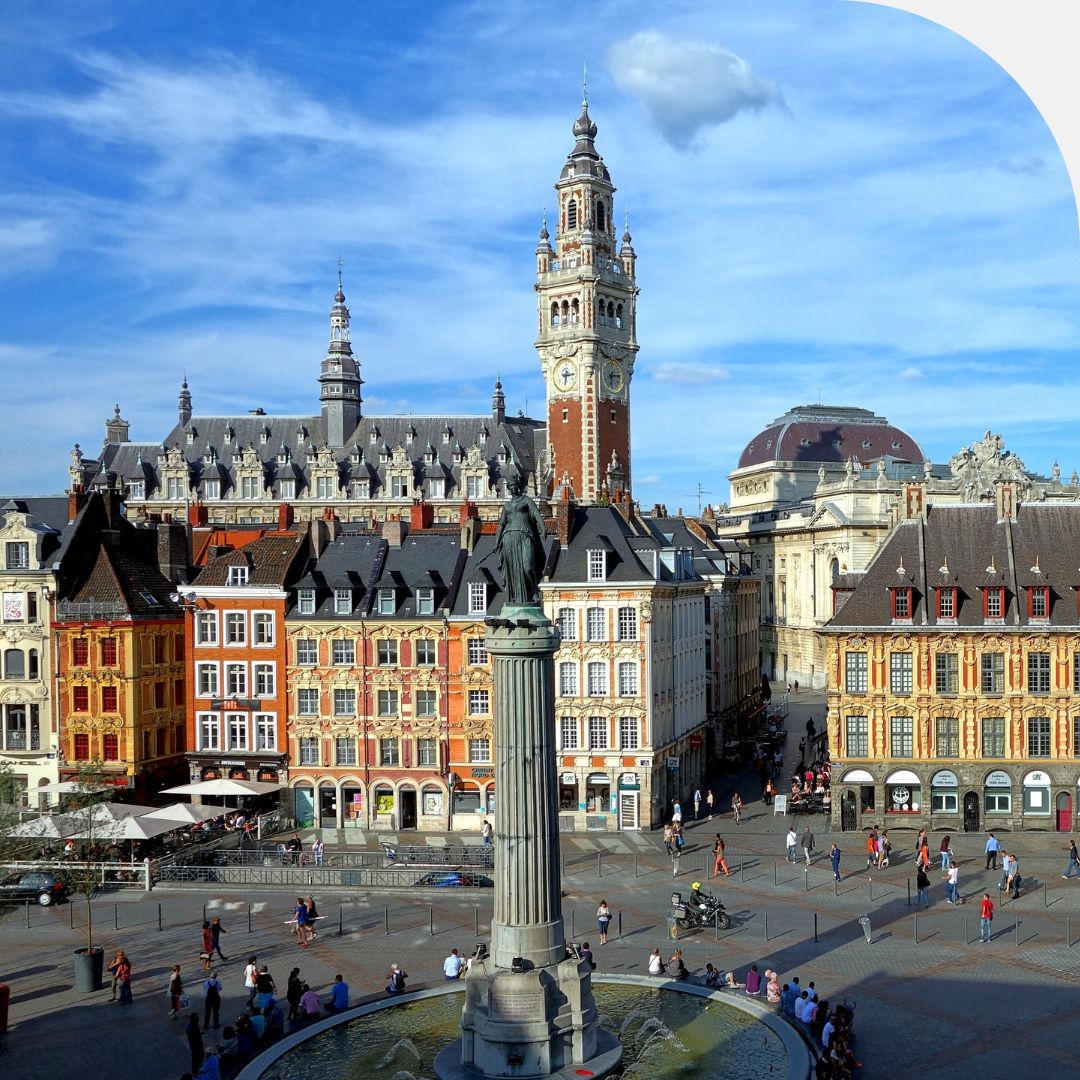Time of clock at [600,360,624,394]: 6:14
